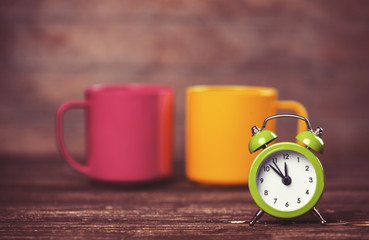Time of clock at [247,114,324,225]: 11:52
